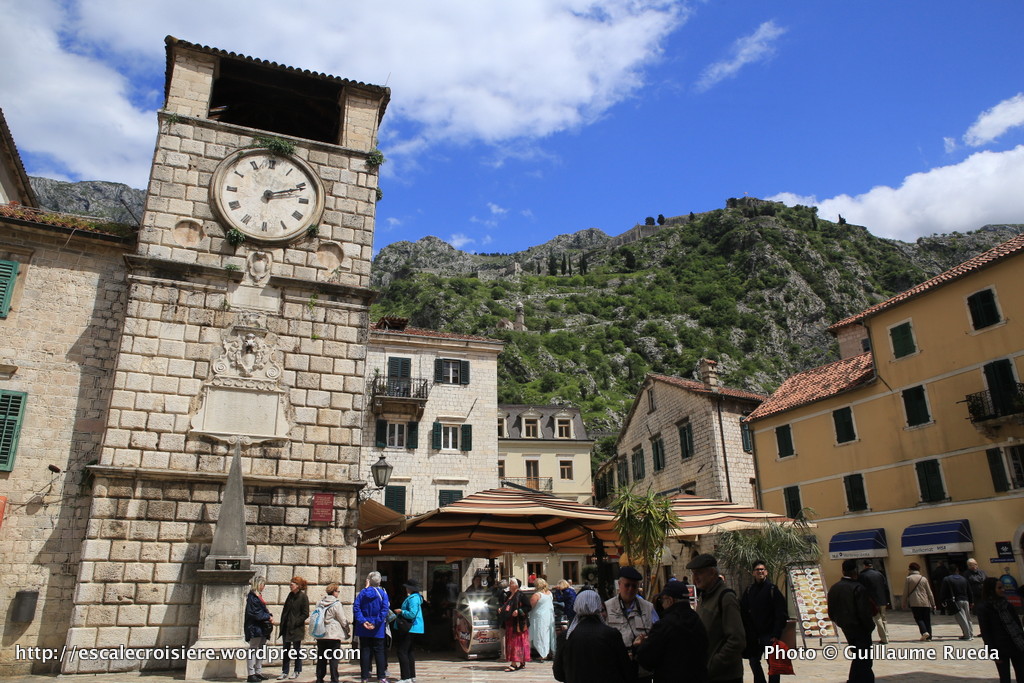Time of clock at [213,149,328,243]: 2:11
